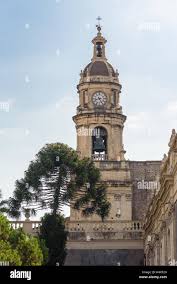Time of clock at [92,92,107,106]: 8:25
